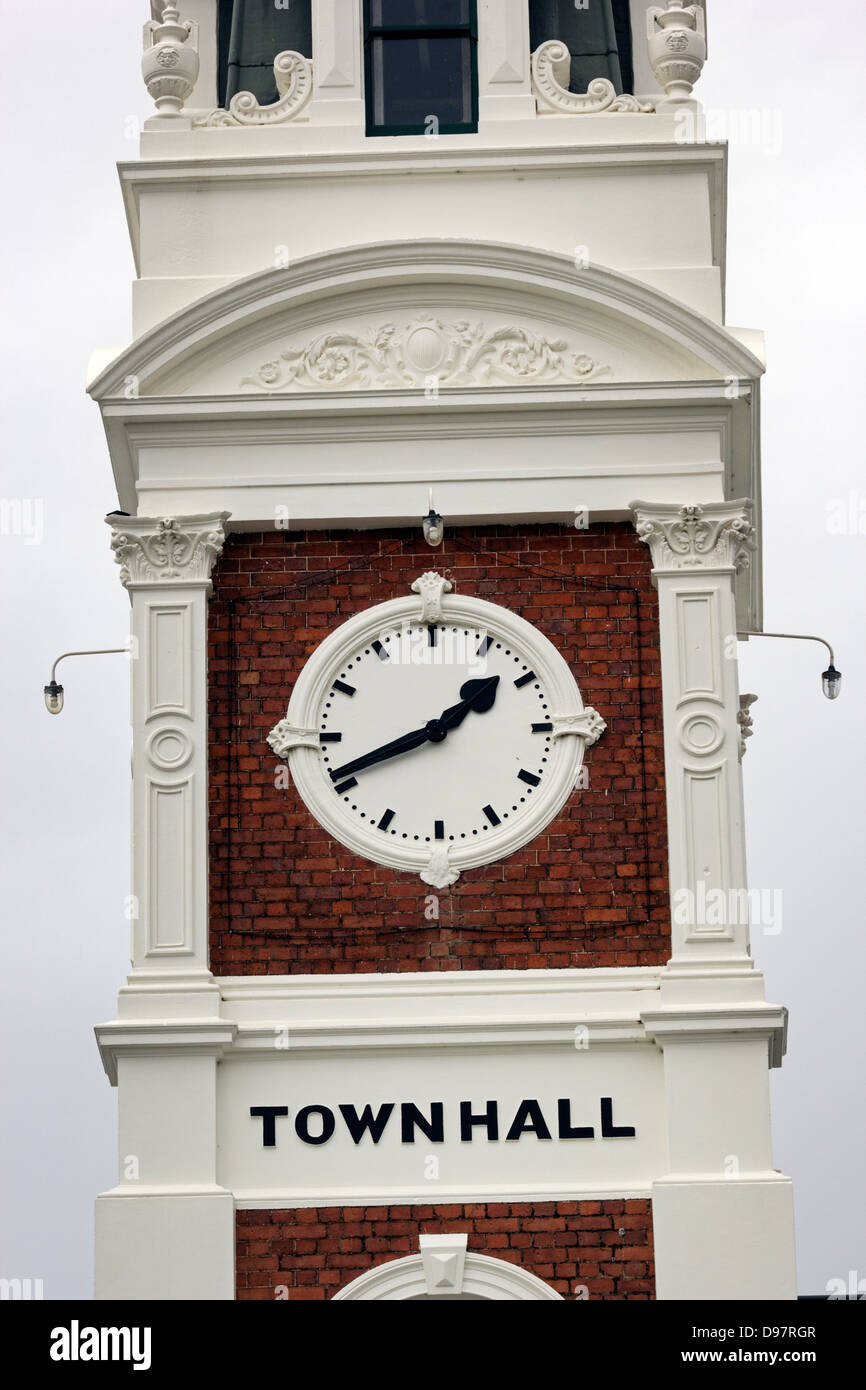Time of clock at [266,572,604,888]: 1:41
